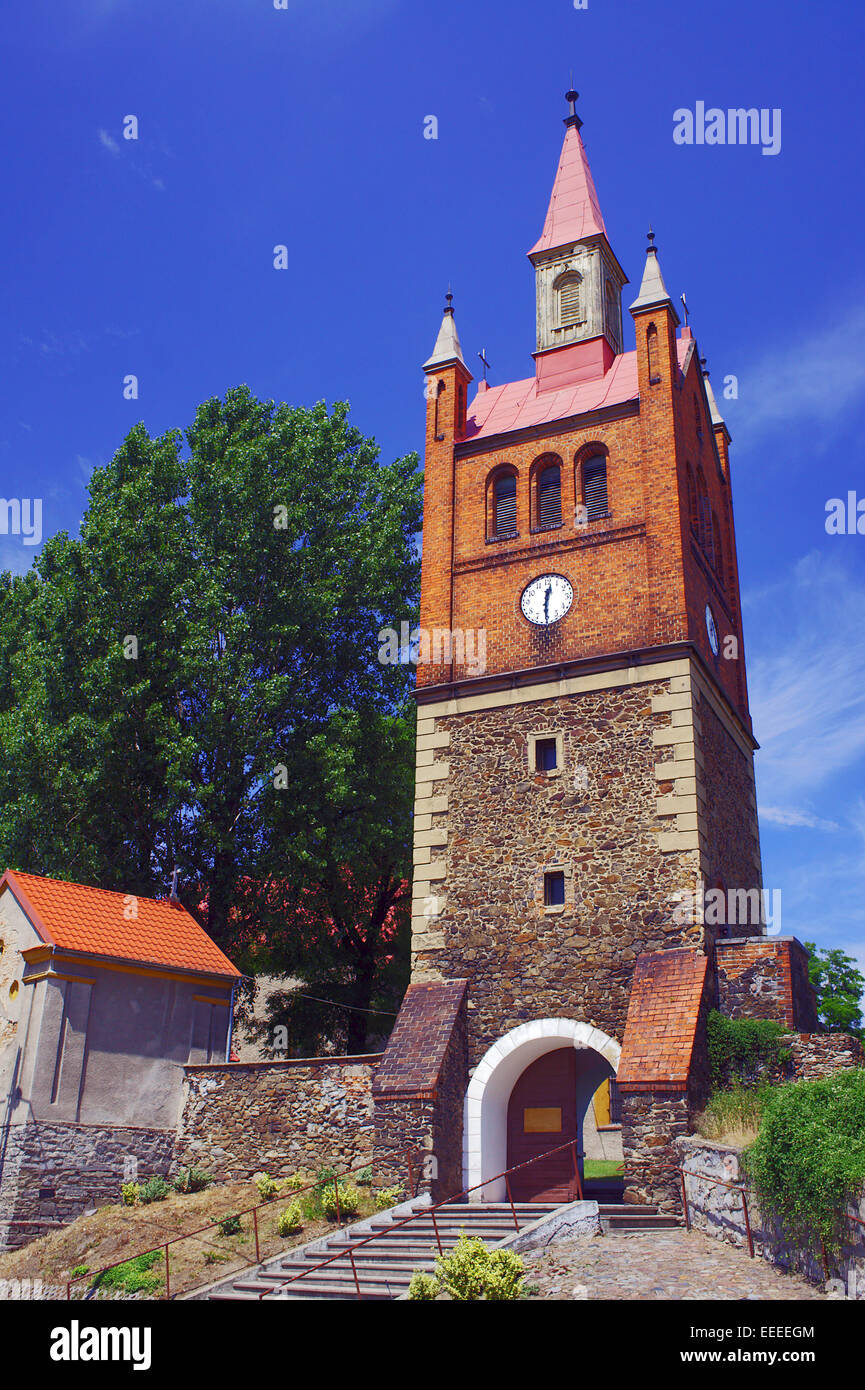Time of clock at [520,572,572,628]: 12:30
